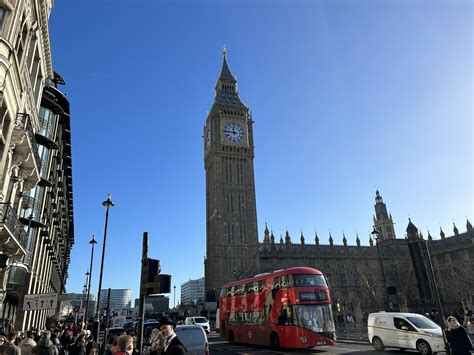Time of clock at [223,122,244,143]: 11:45
